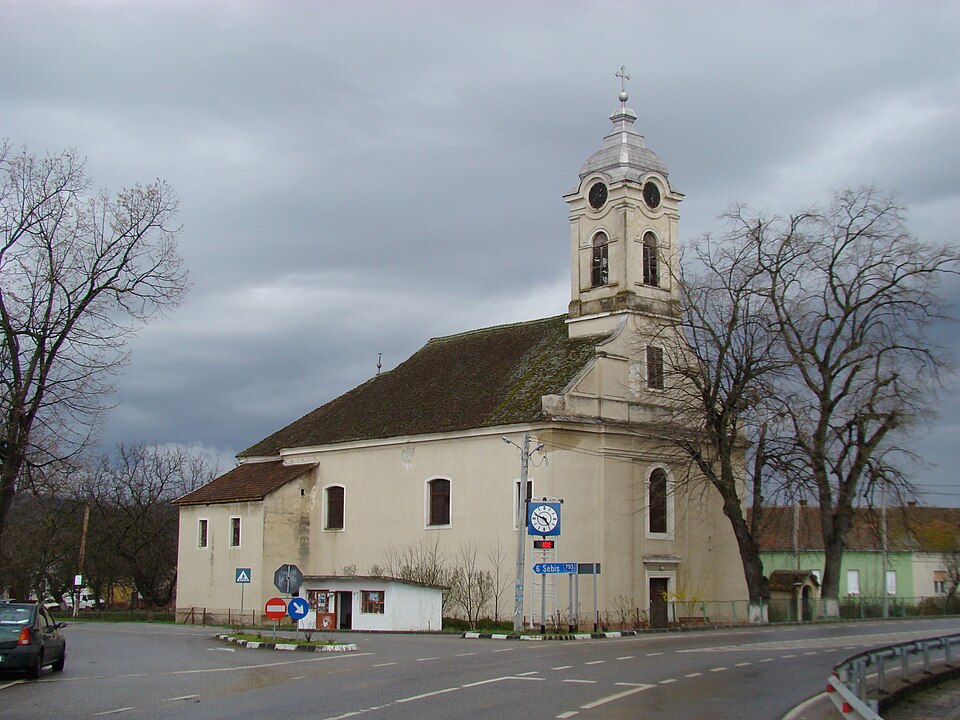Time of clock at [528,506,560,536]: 4:48
